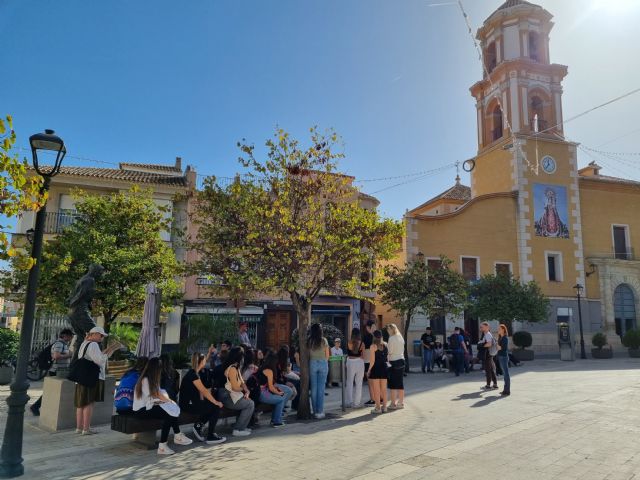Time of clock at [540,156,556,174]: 11:37
